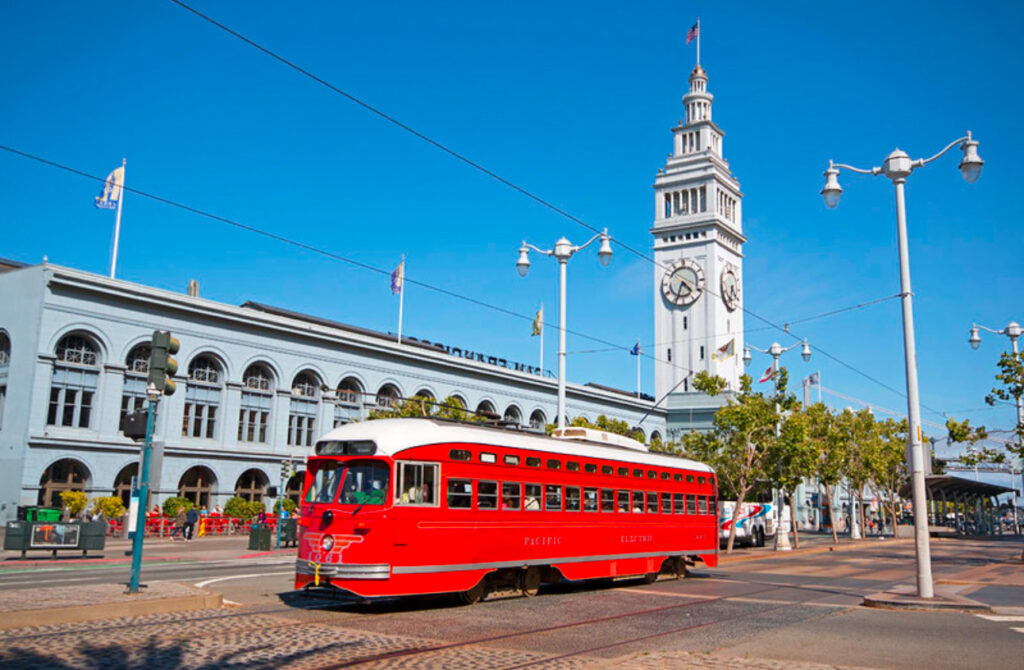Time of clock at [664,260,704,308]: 4:33
